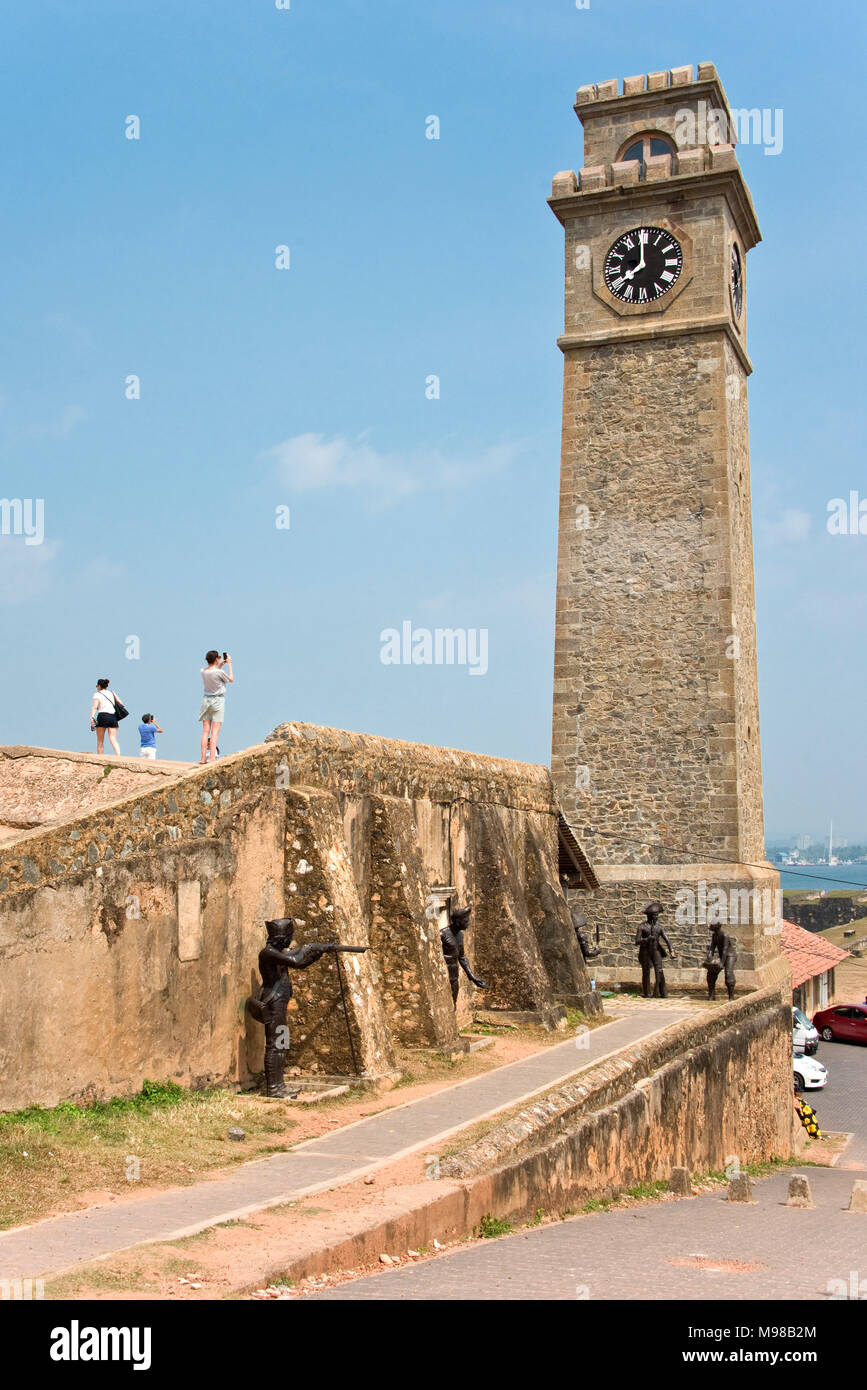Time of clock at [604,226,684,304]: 7:59
